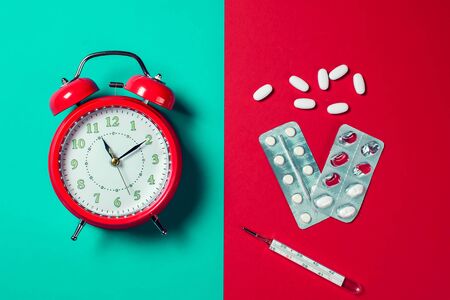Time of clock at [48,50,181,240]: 11:09
